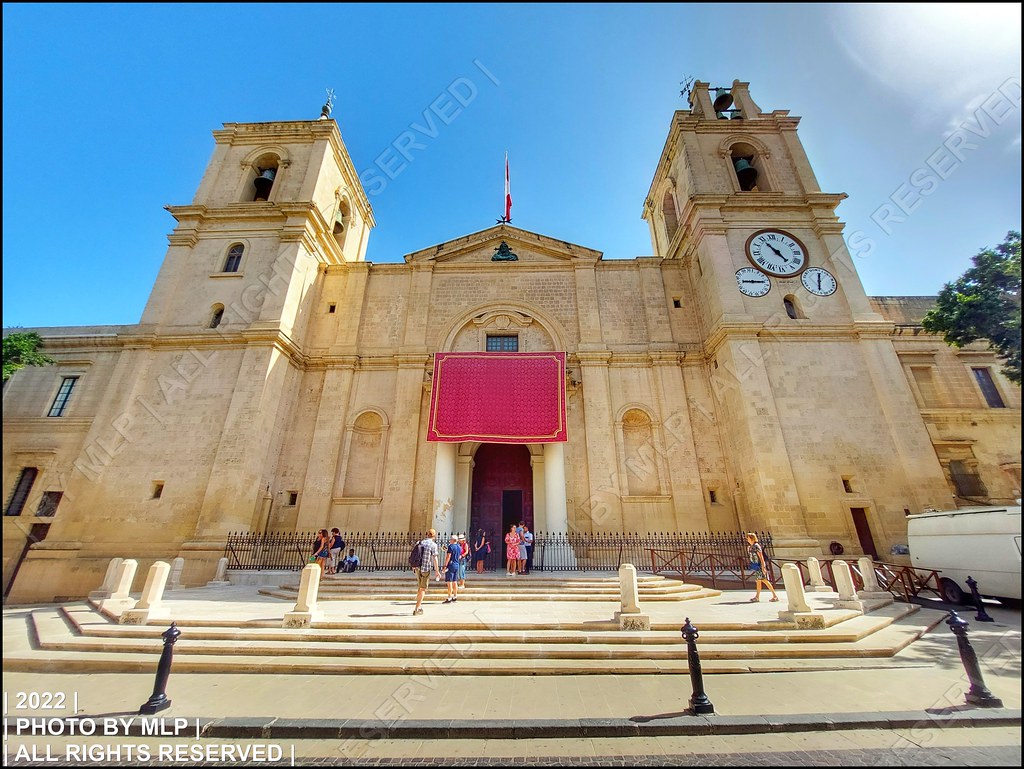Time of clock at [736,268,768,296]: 8:12
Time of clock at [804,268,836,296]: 12:30
